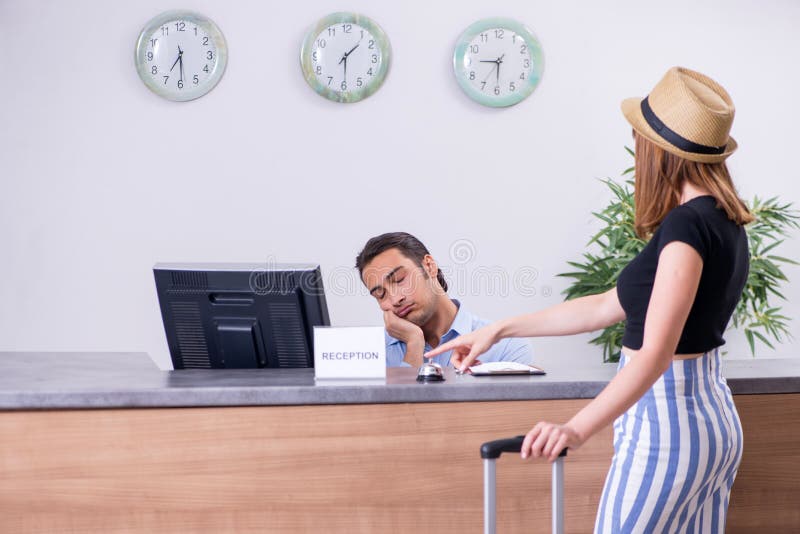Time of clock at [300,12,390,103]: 1:29
